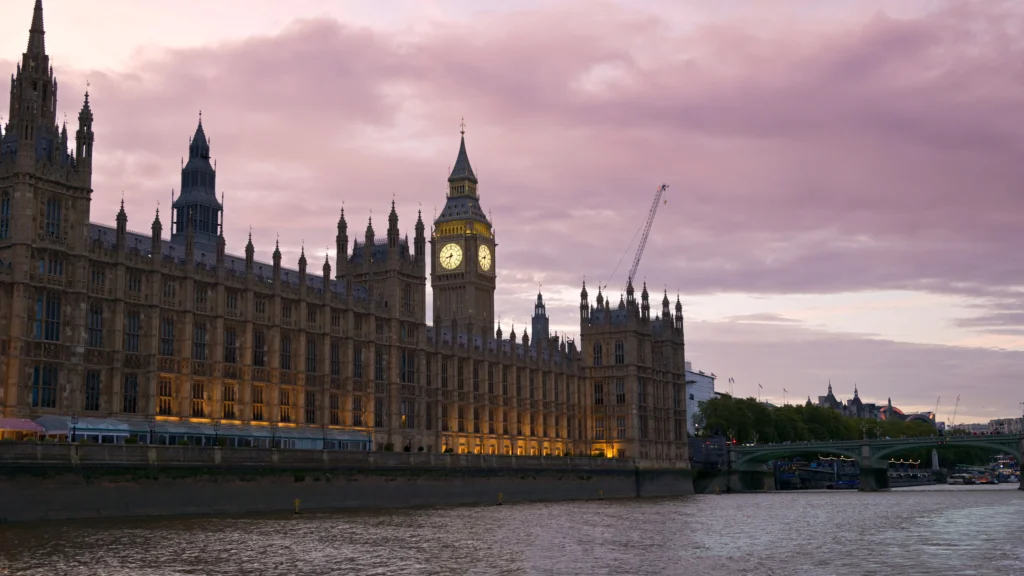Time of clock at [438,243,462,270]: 8:32
